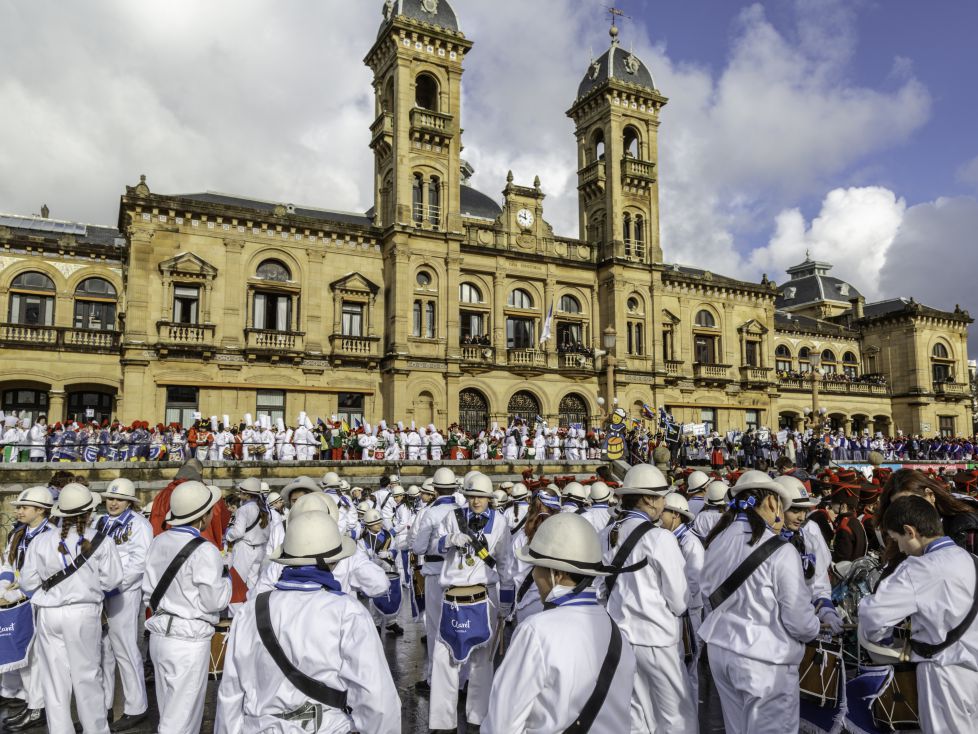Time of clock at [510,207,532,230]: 11:47
